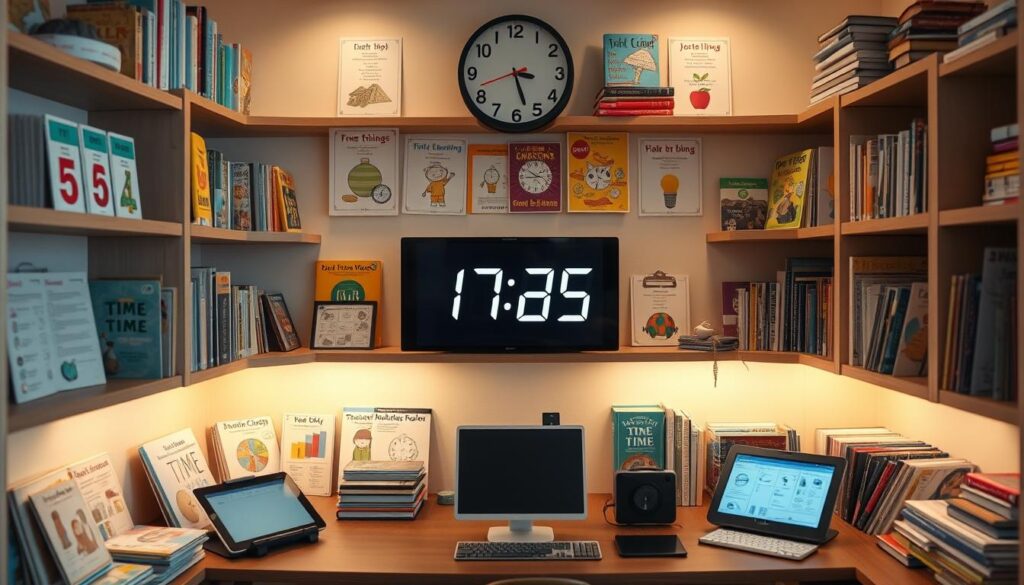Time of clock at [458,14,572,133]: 3:27
